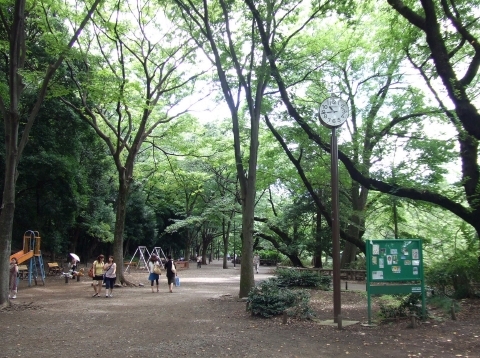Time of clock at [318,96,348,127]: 10:43
